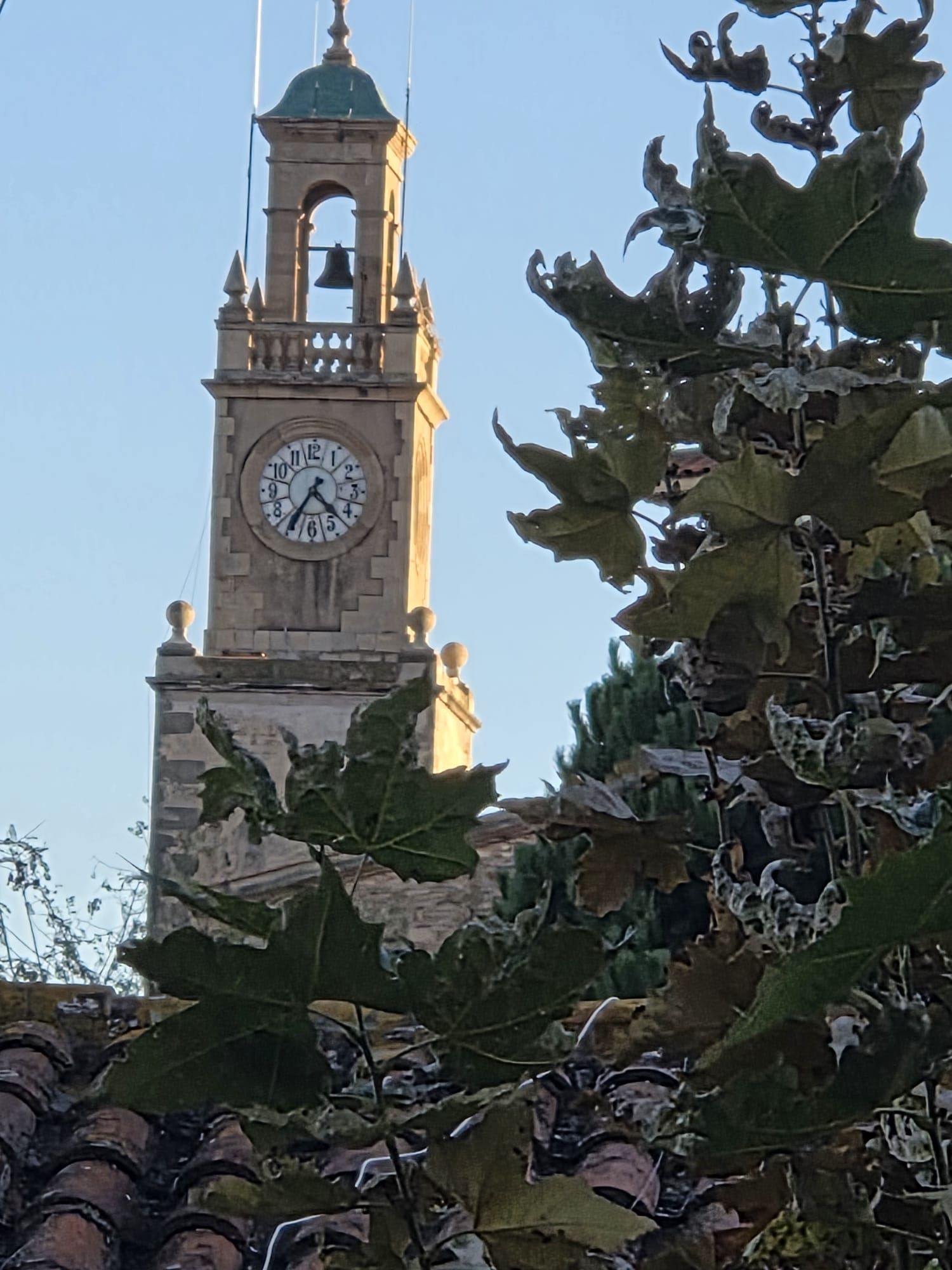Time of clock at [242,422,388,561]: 4:35
